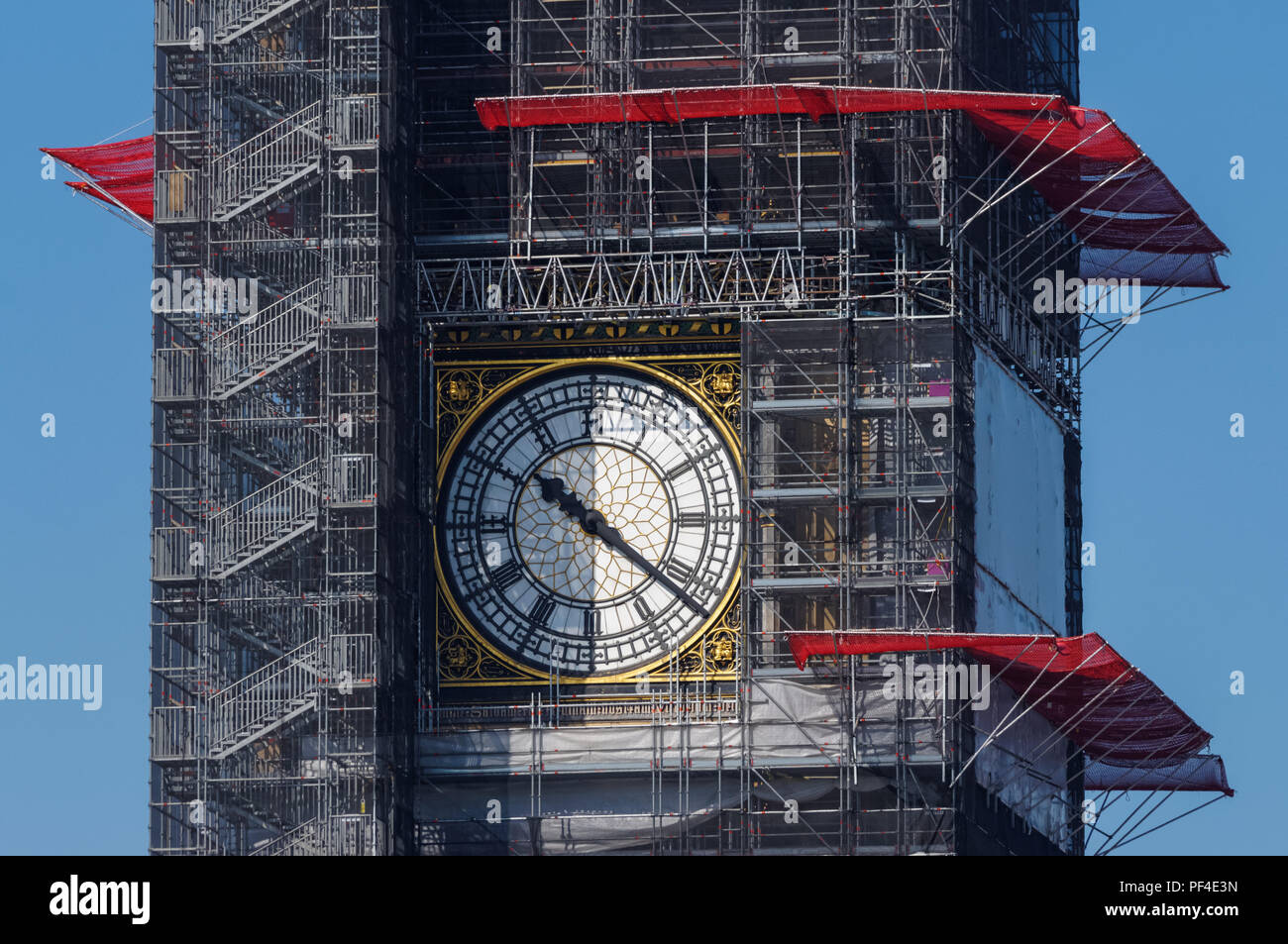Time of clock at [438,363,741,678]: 10:21
